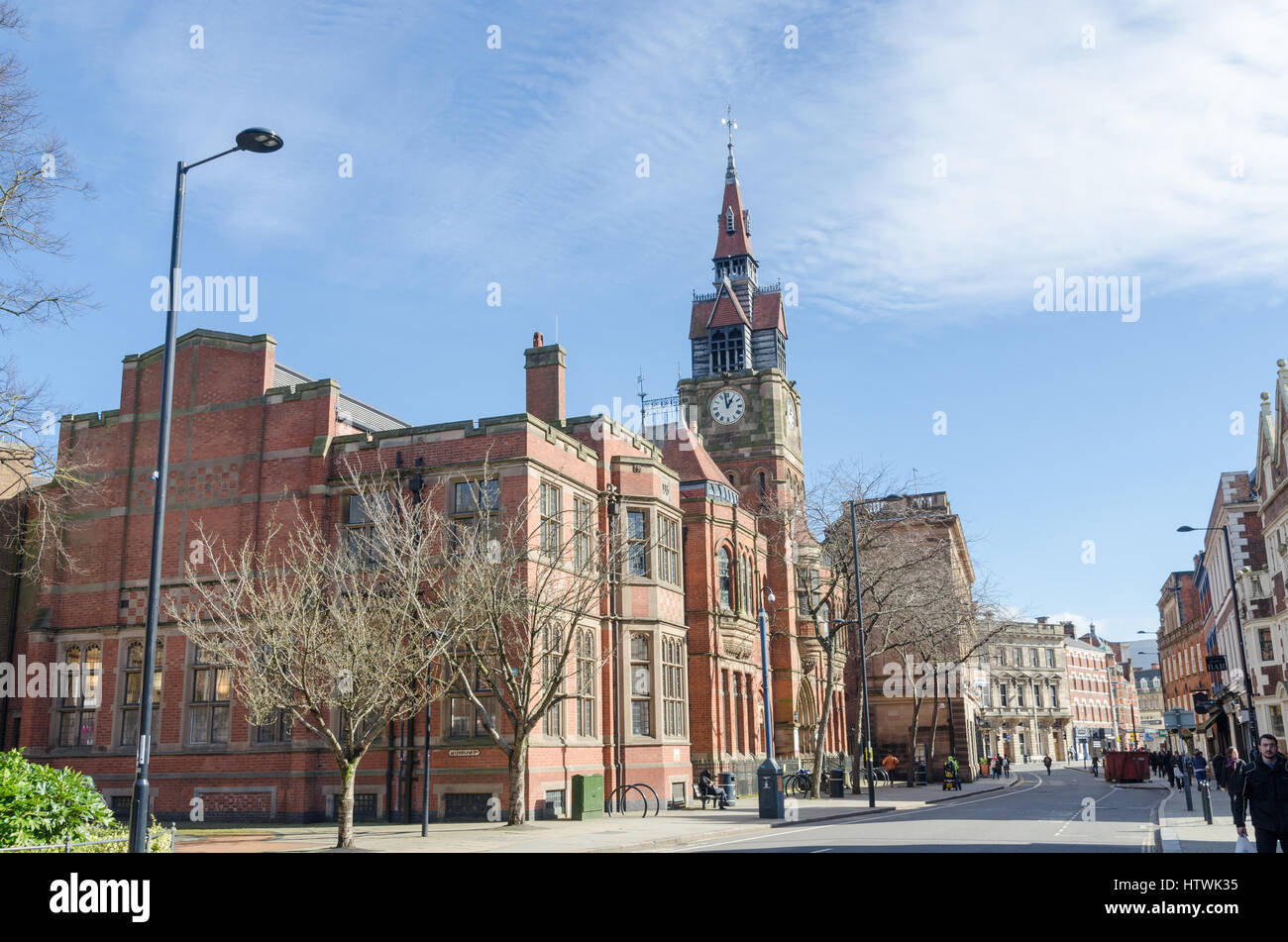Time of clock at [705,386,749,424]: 12:58
